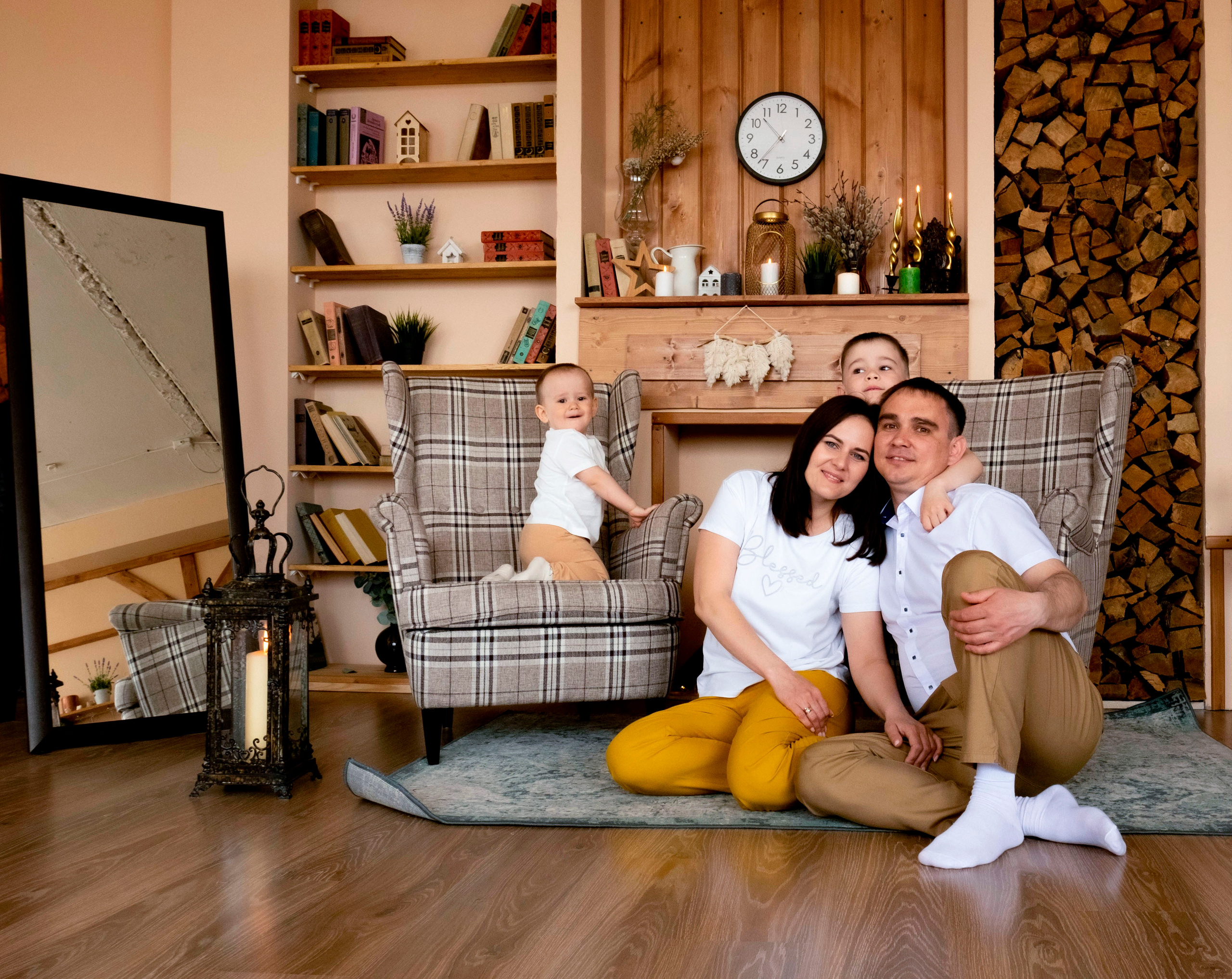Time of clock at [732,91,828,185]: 10:36
